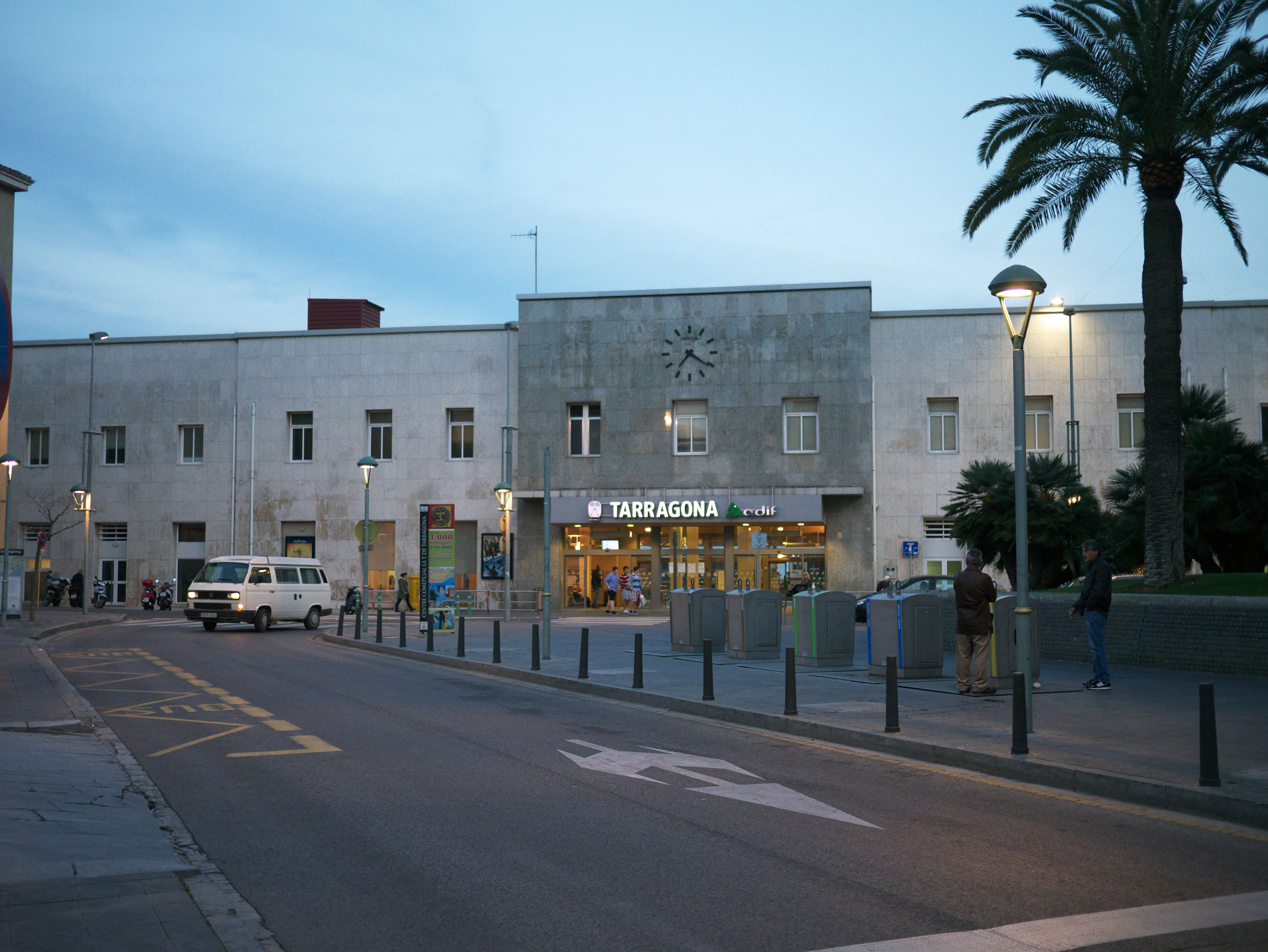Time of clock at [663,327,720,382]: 7:20
